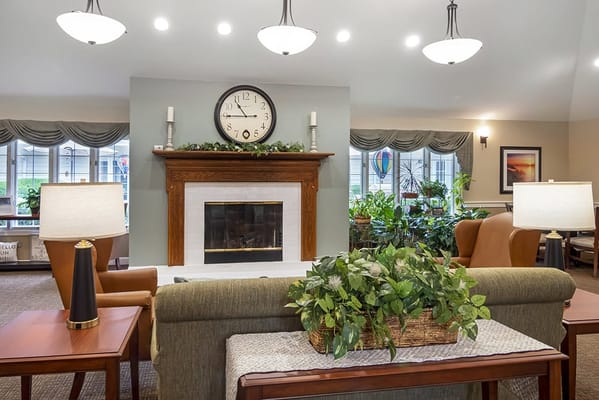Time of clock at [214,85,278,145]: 10:45
